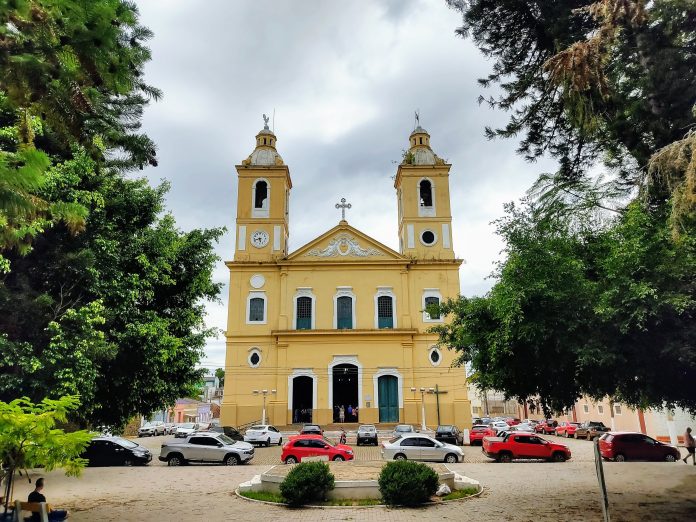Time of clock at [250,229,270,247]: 5:42
